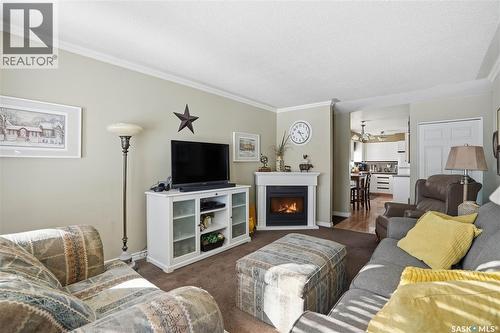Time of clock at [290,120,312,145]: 3:24
